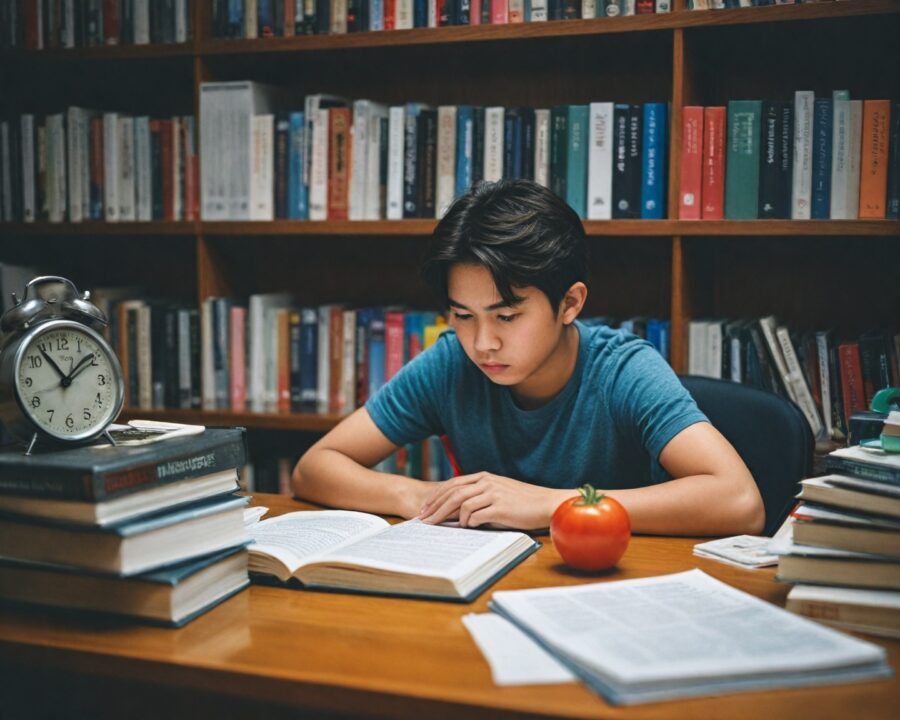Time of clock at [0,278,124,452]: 1:53
